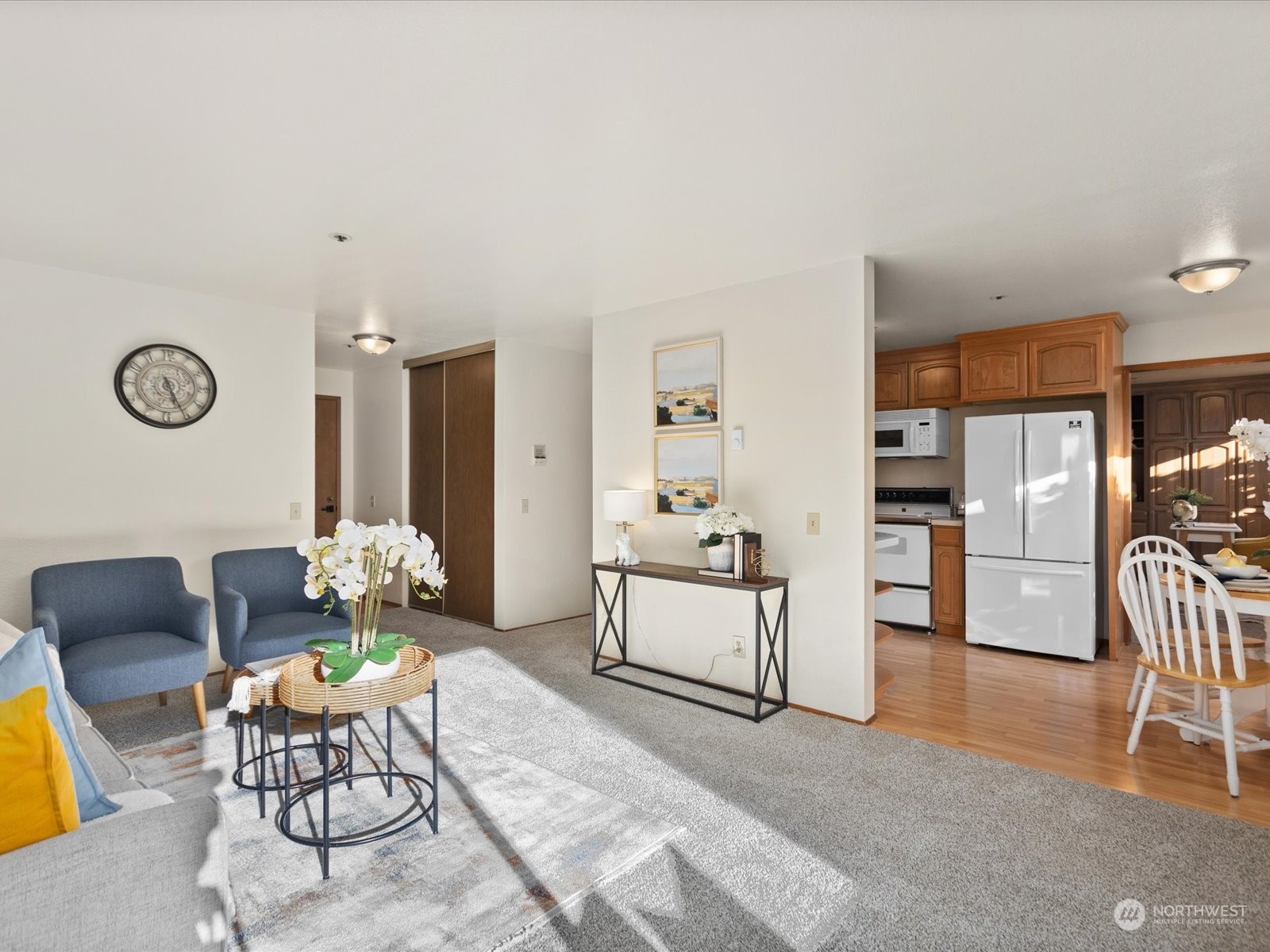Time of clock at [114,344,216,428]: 5:25
